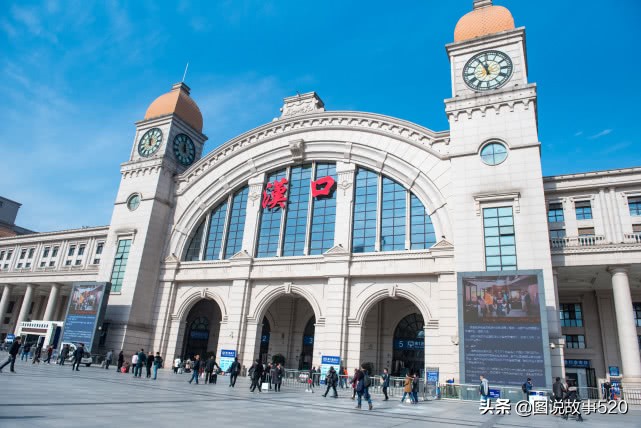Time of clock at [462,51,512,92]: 11:55
